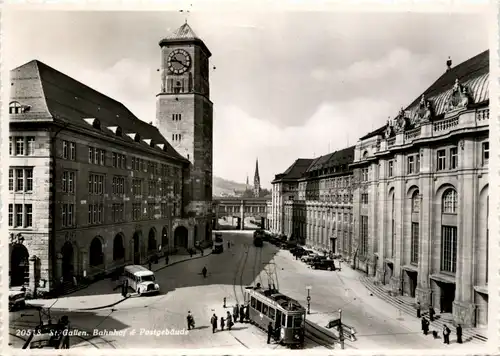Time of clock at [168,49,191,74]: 9:20
